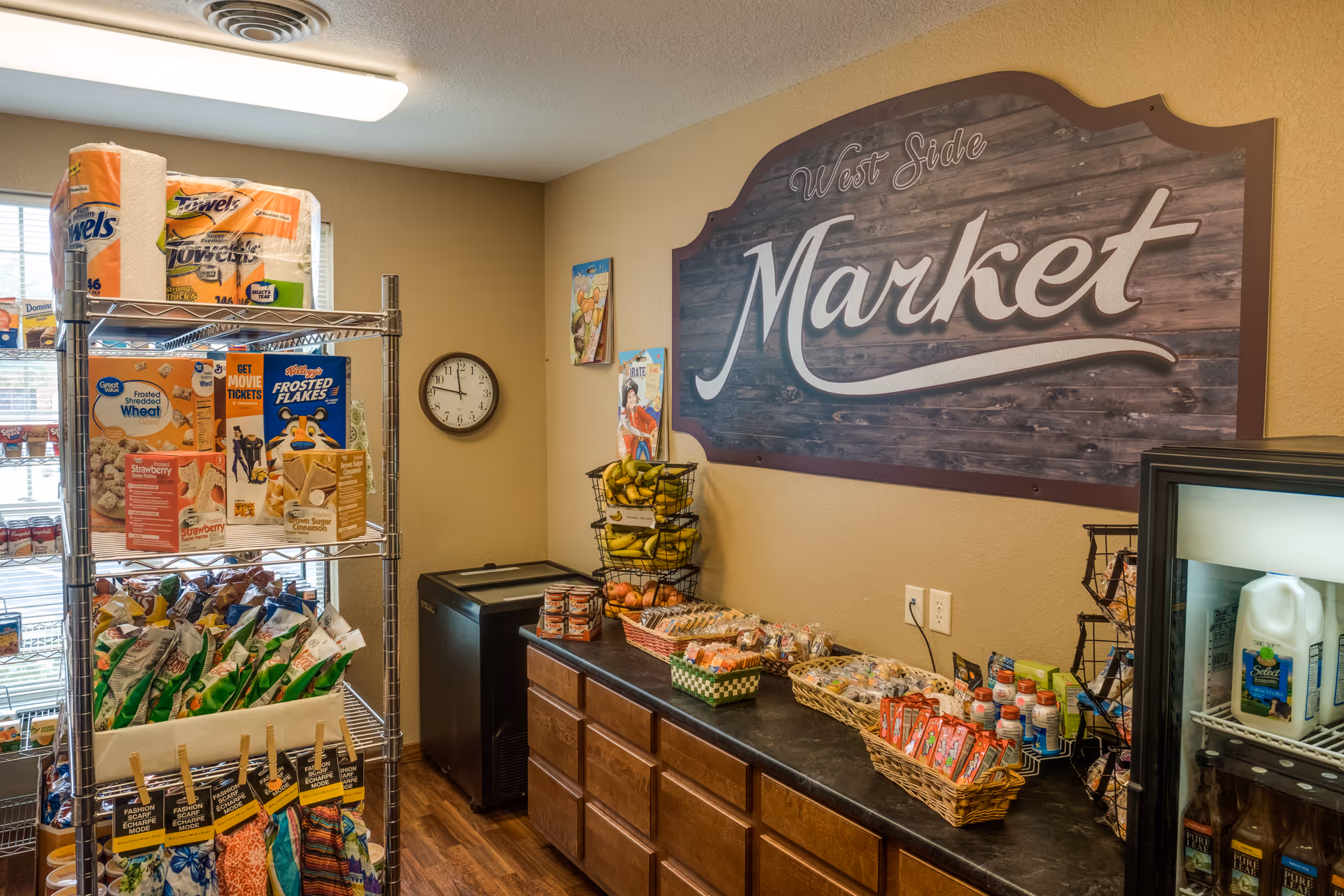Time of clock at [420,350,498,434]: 11:46
